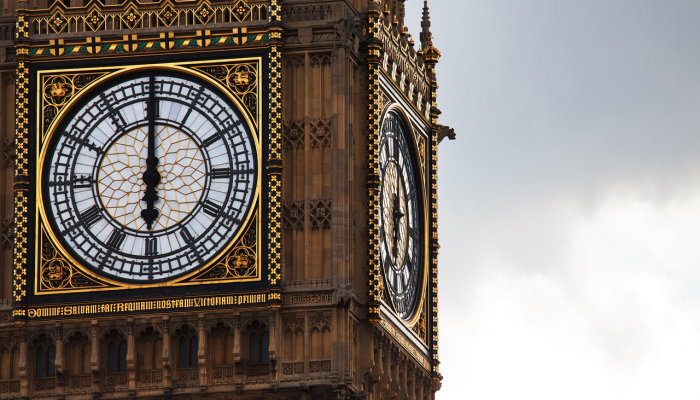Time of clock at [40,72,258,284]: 5:59
